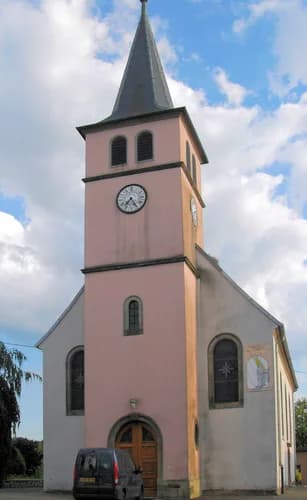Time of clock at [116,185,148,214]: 7:24
